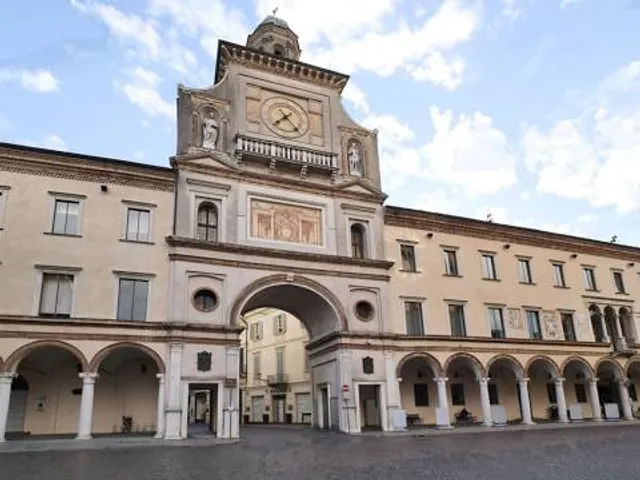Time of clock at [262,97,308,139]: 7:23
